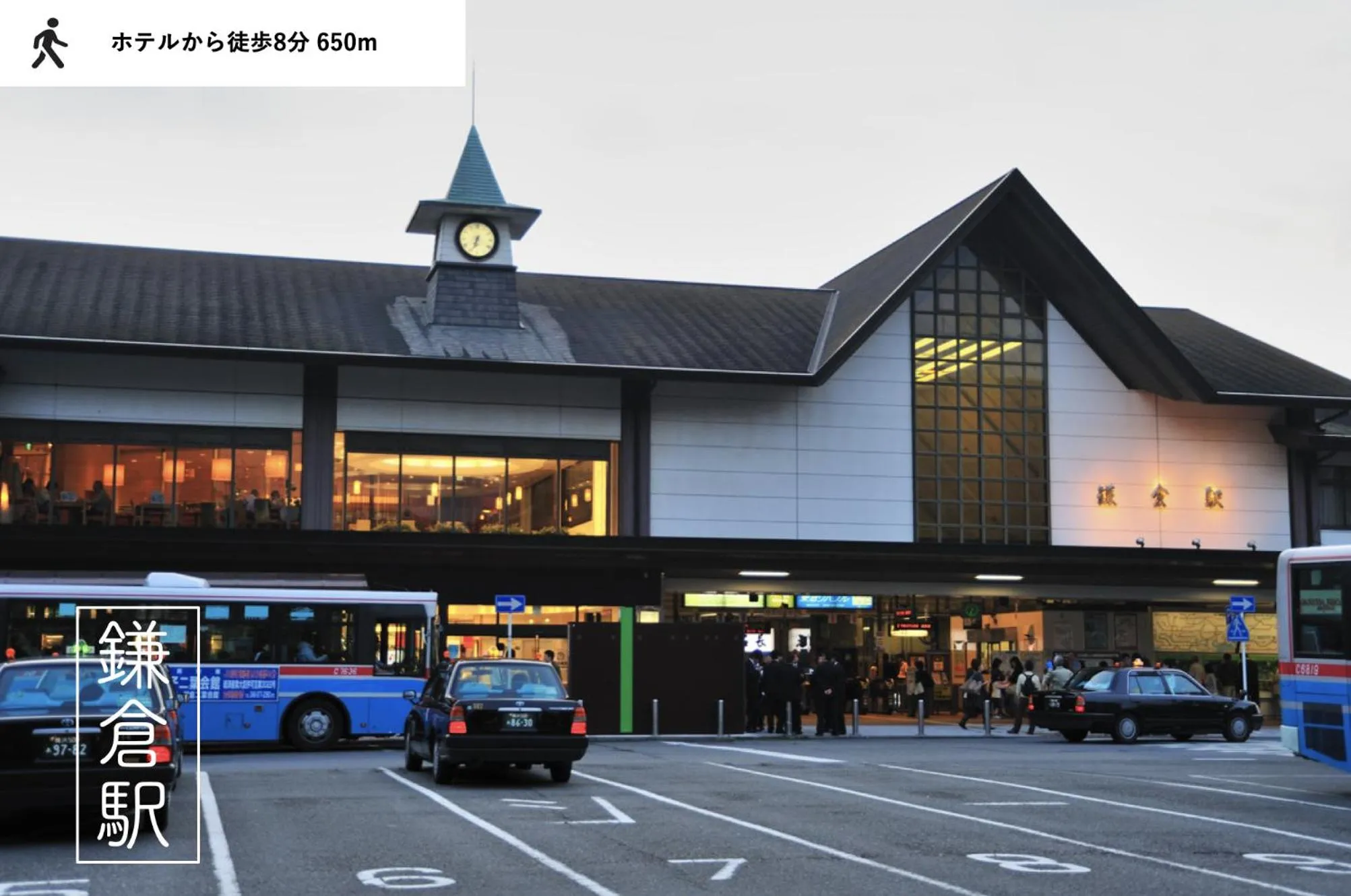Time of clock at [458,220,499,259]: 6:33
